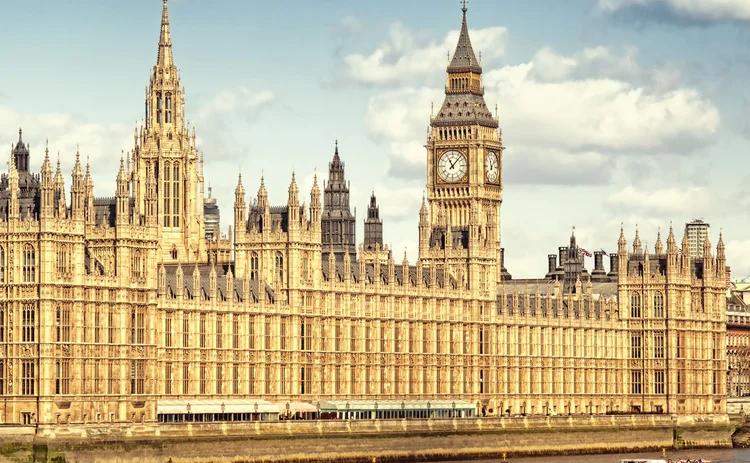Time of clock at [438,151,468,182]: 11:07
